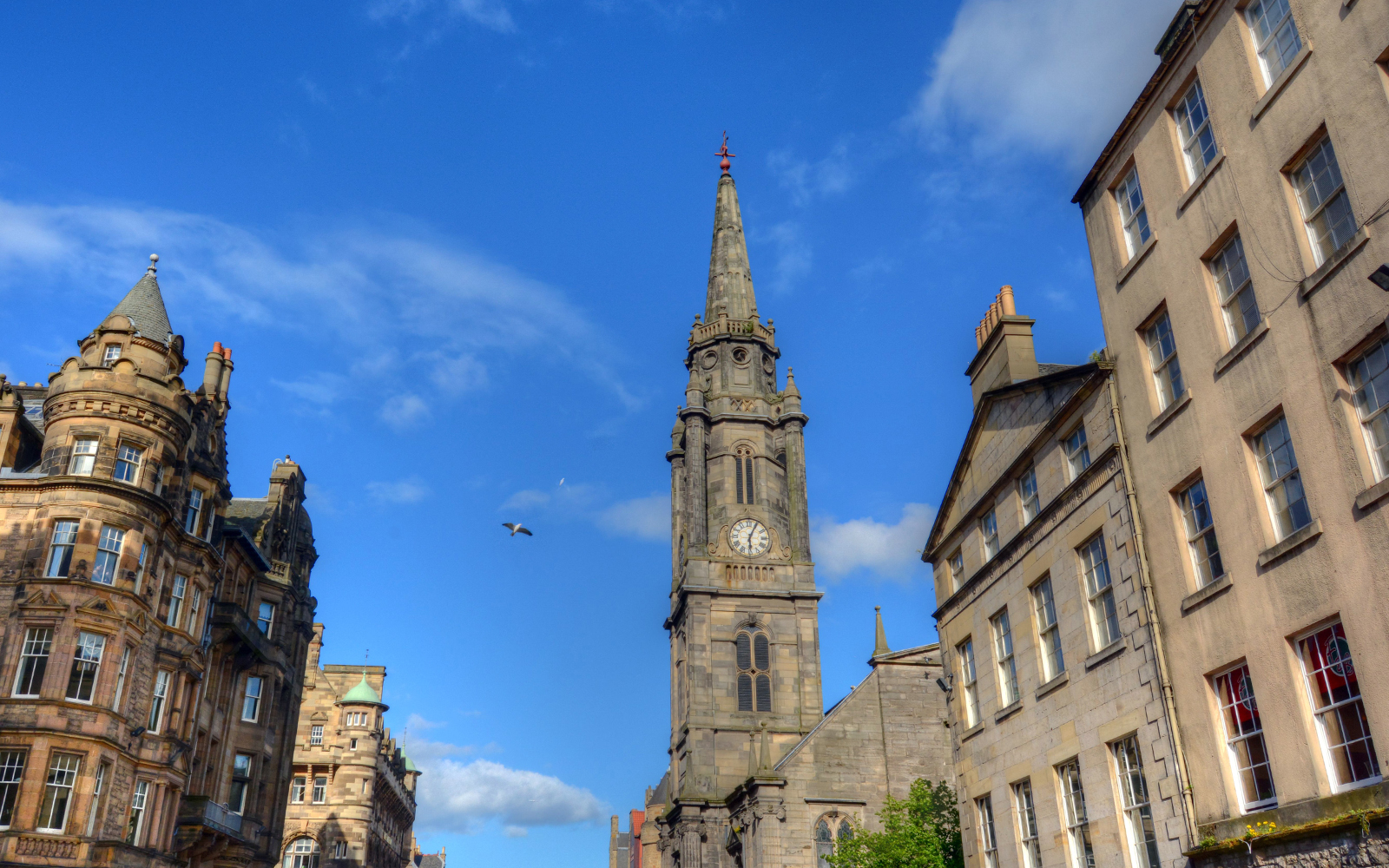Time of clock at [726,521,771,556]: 6:04
